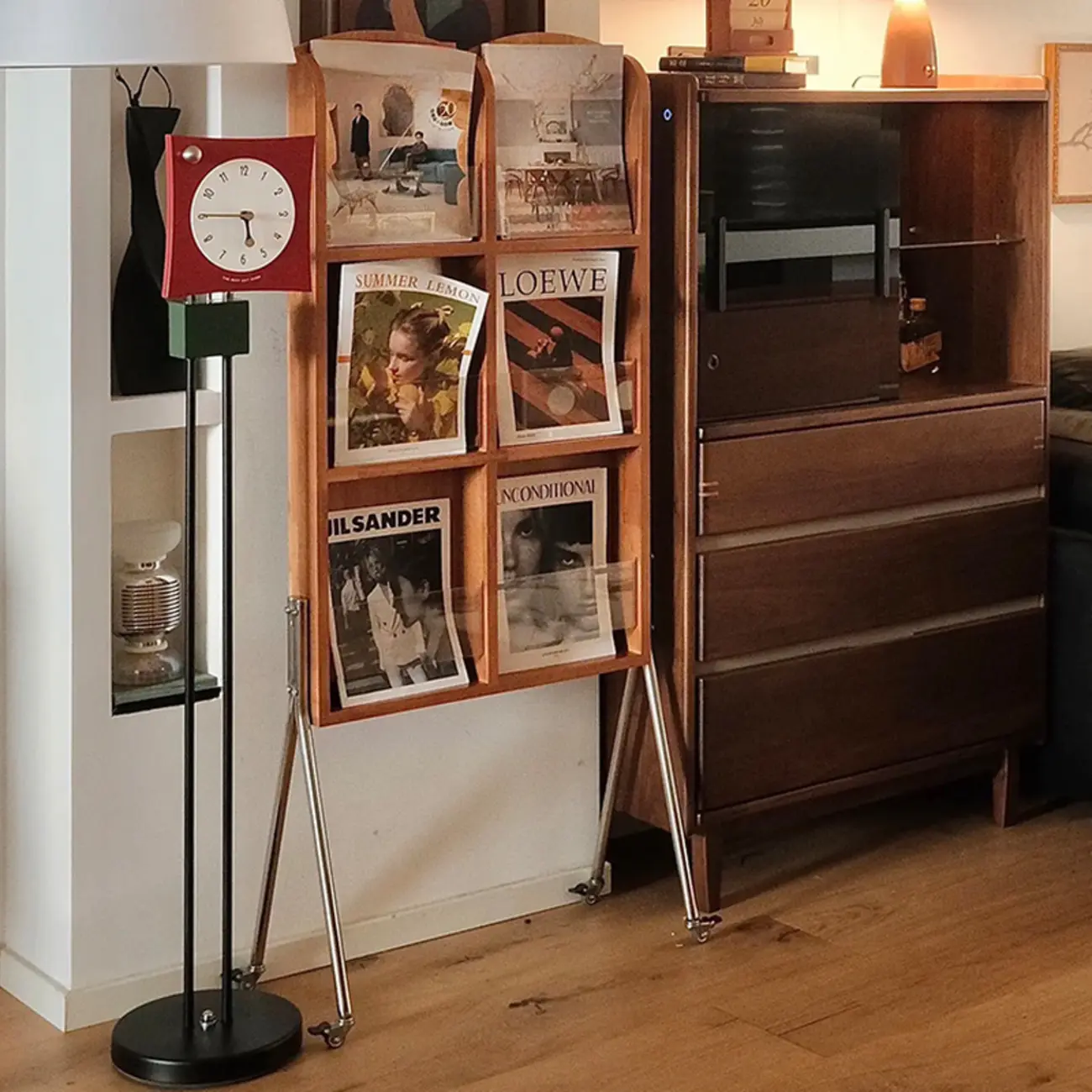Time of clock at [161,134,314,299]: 5:45
